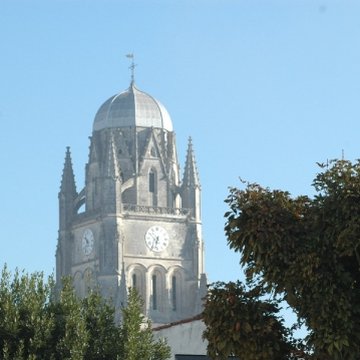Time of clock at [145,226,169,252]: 6:32
